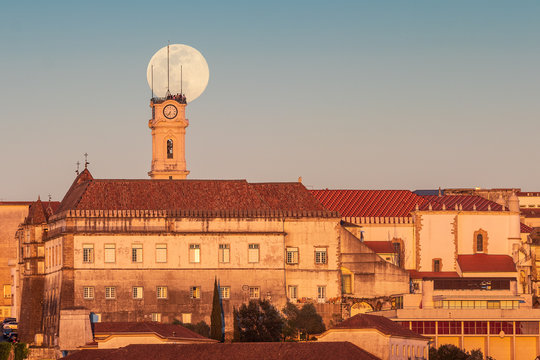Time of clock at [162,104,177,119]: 6:36
